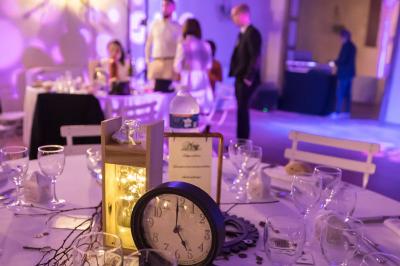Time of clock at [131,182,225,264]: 5:00
